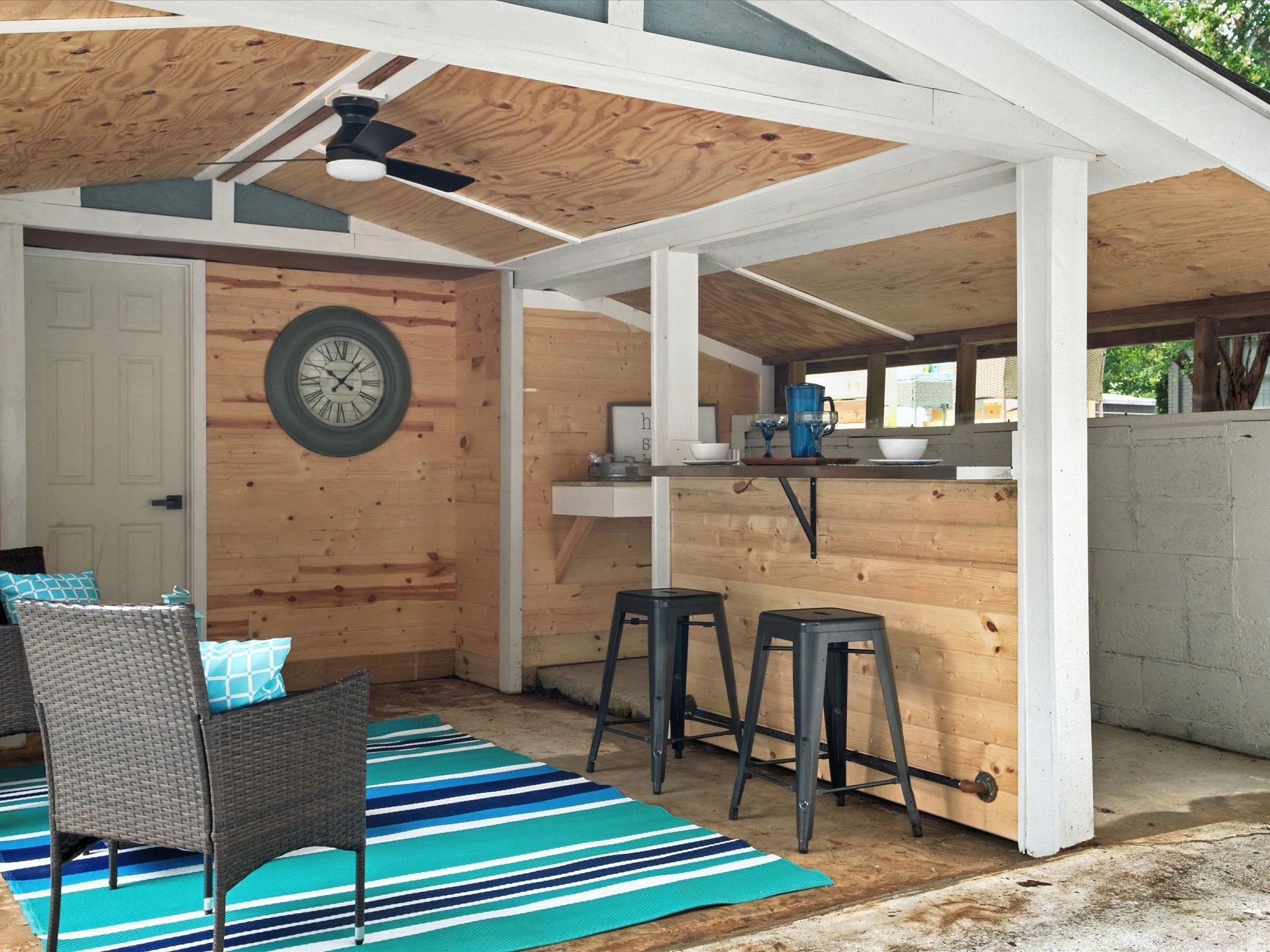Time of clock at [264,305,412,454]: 10:07
